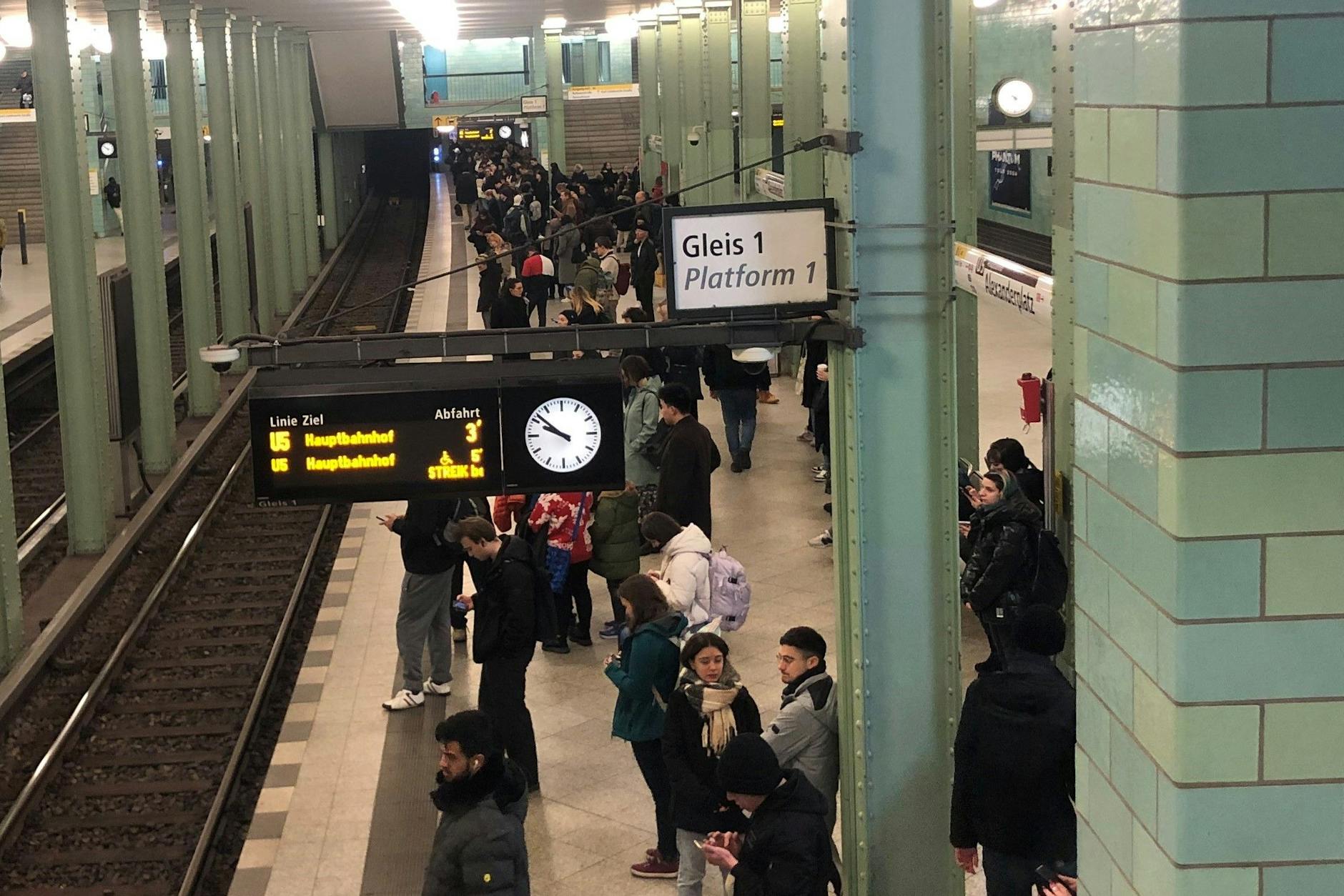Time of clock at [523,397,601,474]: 9:51
